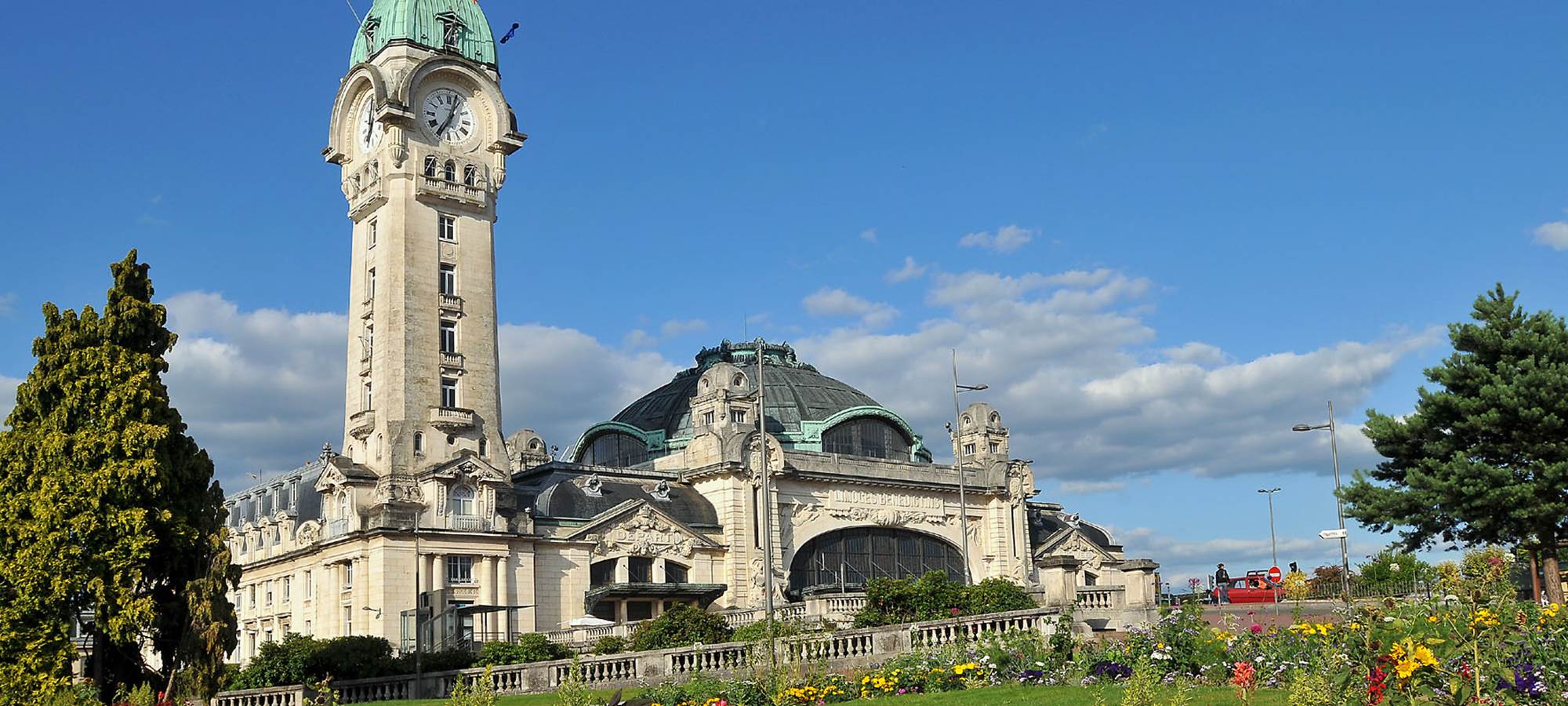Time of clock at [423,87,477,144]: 7:03
